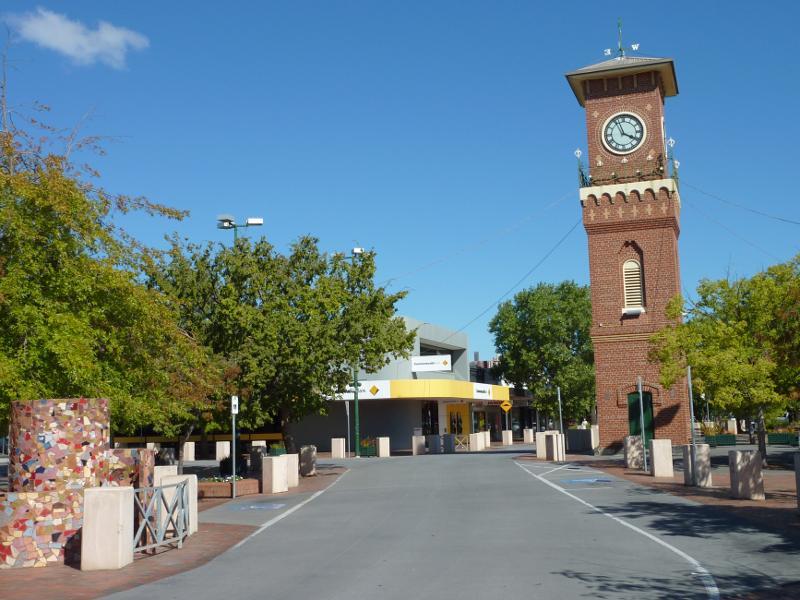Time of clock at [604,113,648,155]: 3:57
